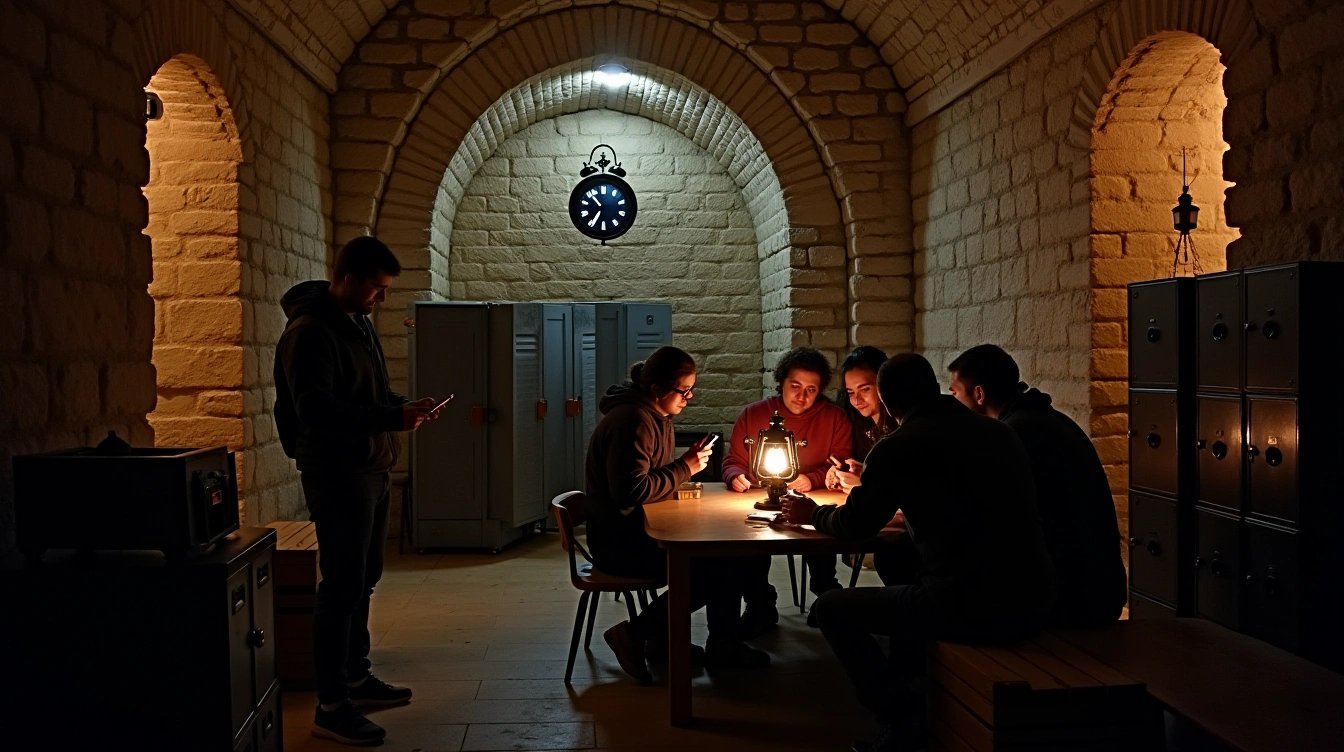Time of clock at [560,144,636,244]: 10:34
